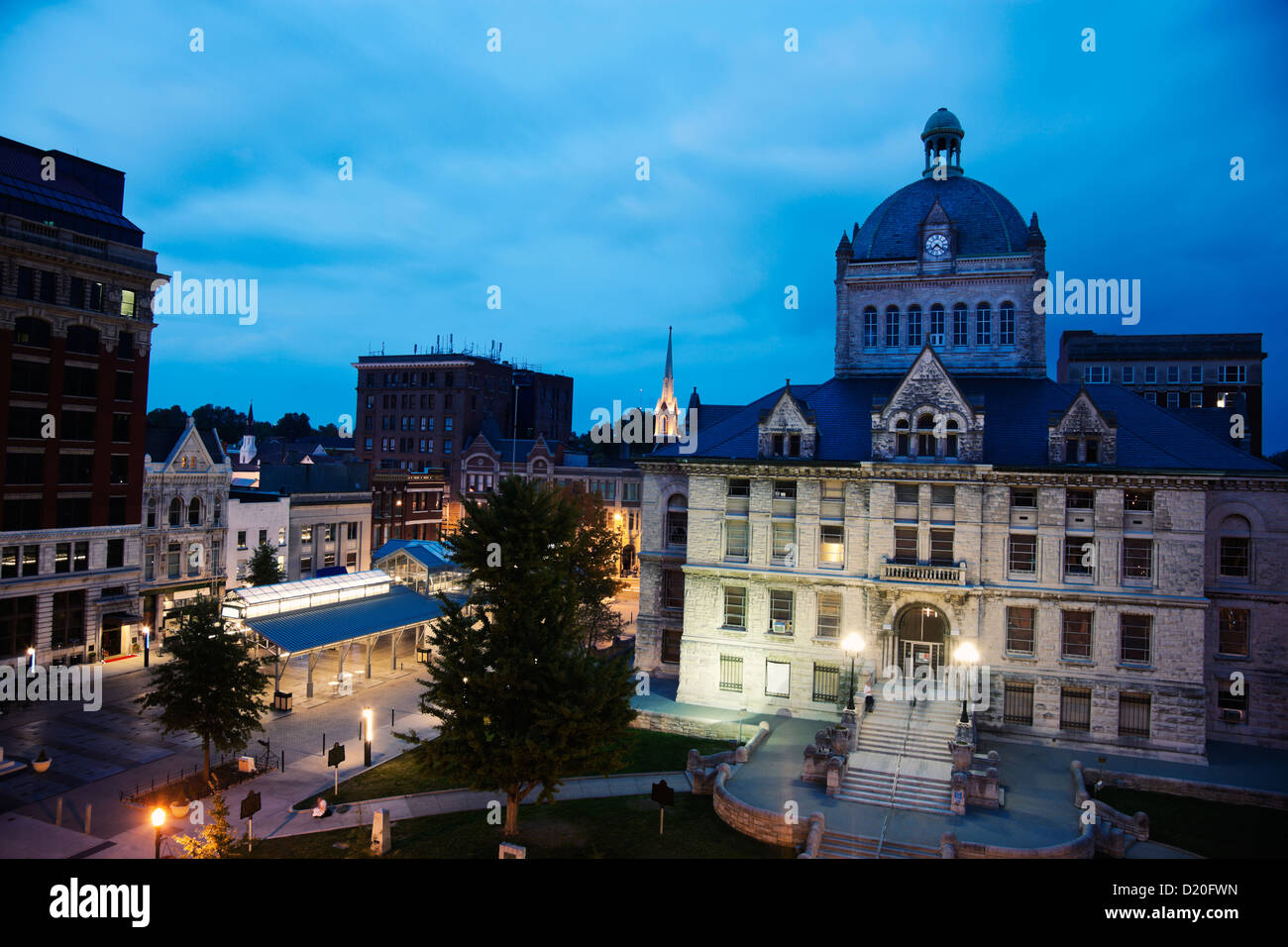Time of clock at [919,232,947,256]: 7:21
